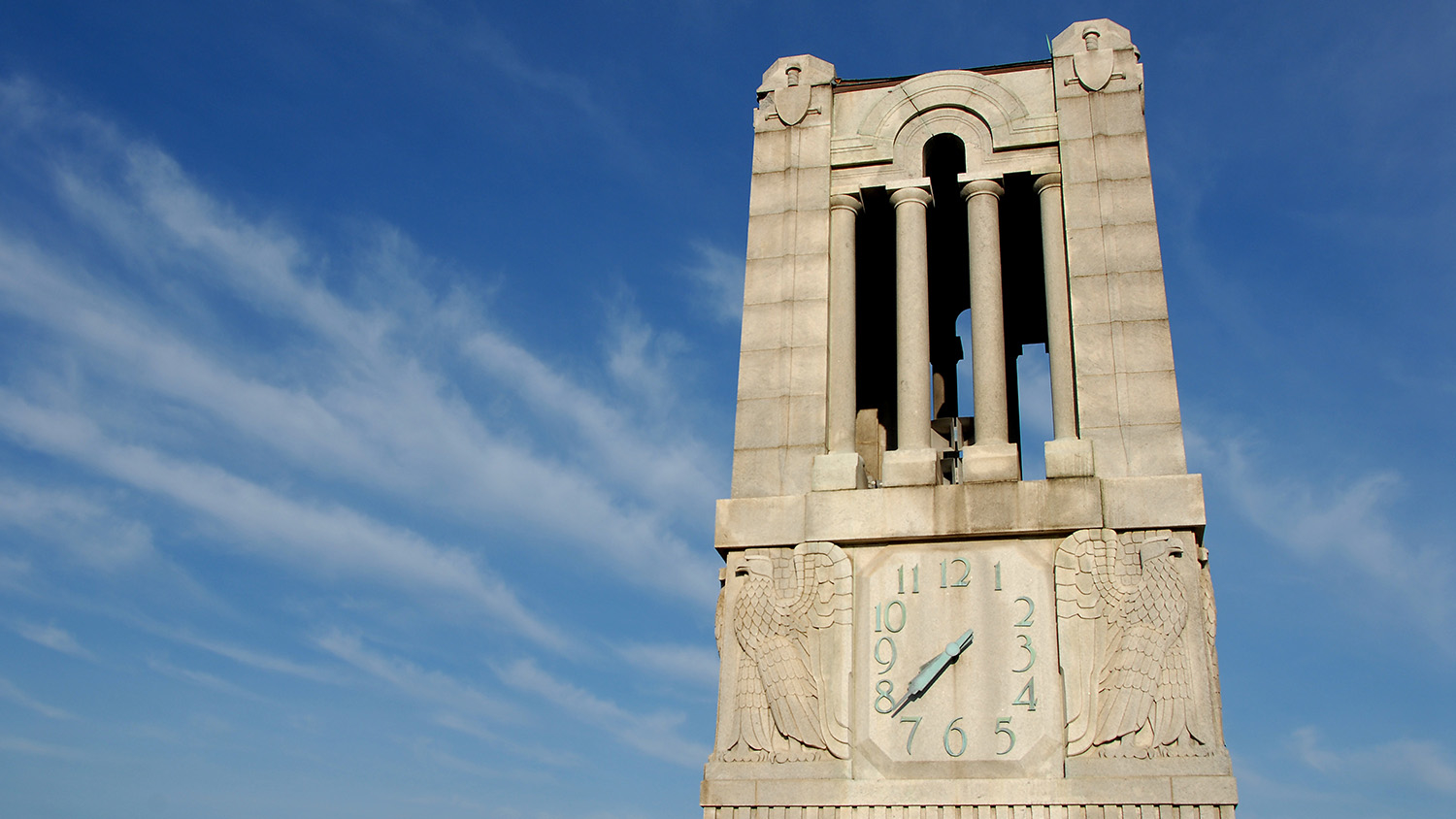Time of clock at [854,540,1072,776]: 7:38
